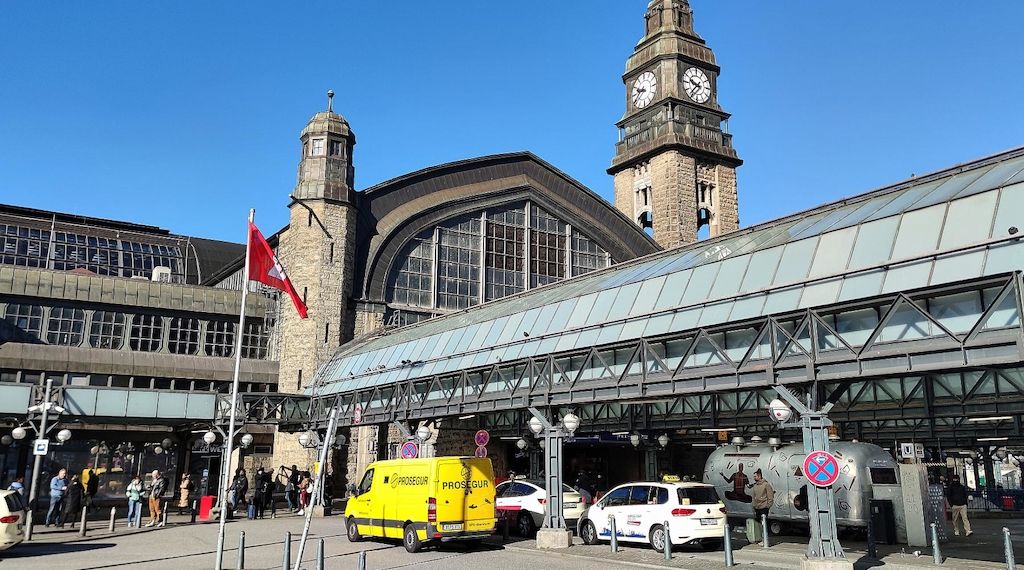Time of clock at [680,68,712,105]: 9:36
